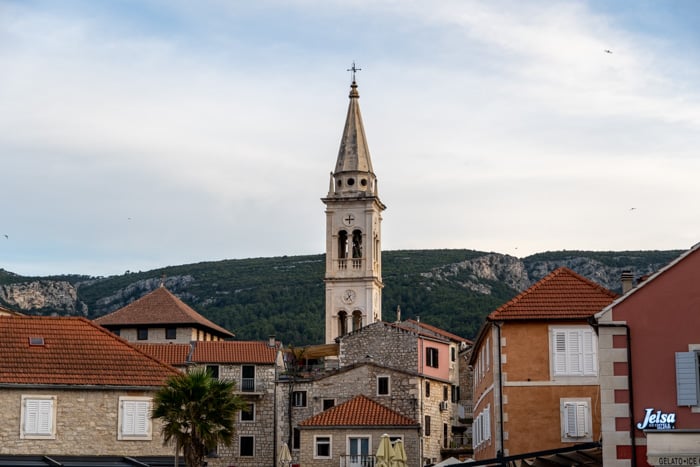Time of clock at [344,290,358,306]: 7:25
